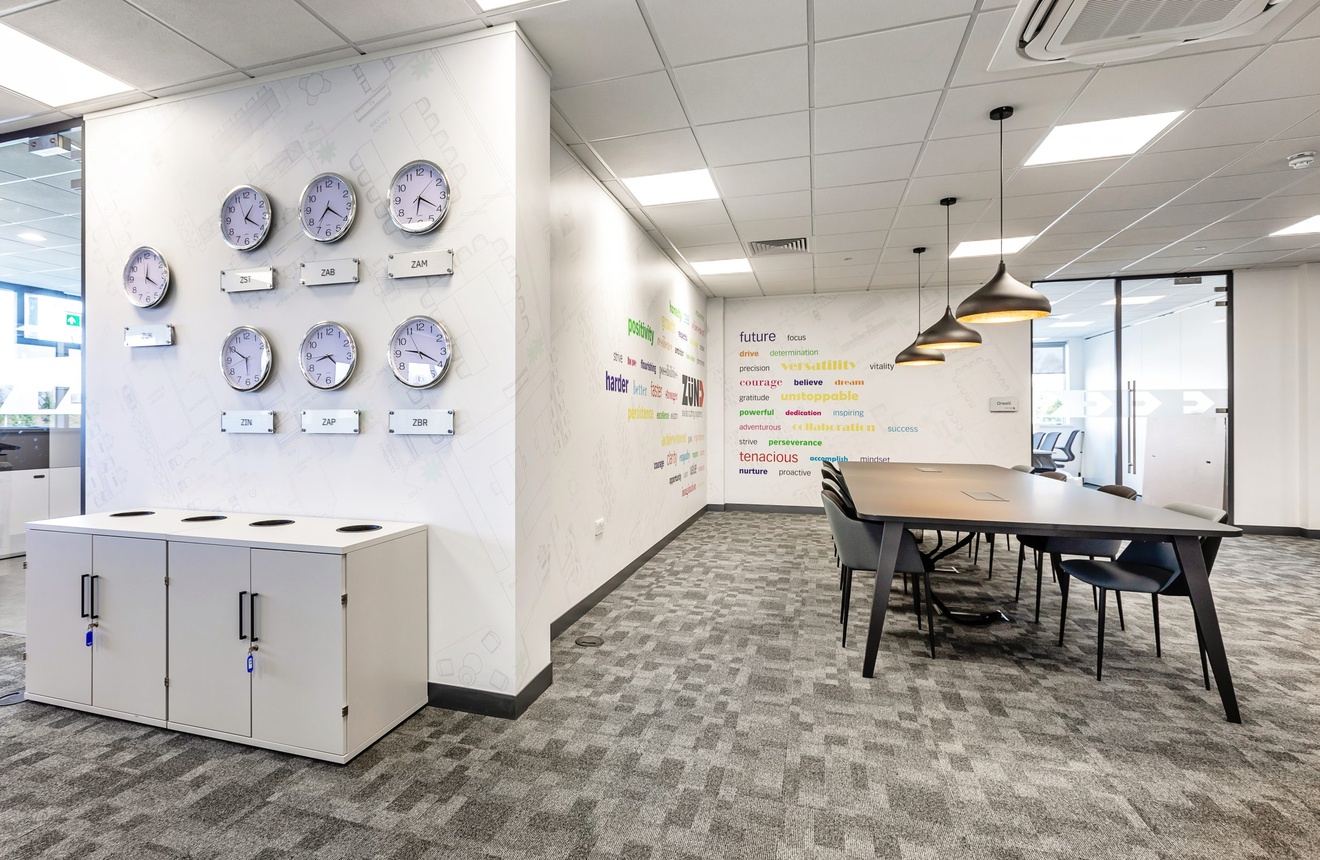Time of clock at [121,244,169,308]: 12:20
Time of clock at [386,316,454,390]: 9:19
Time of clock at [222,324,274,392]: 5:50
